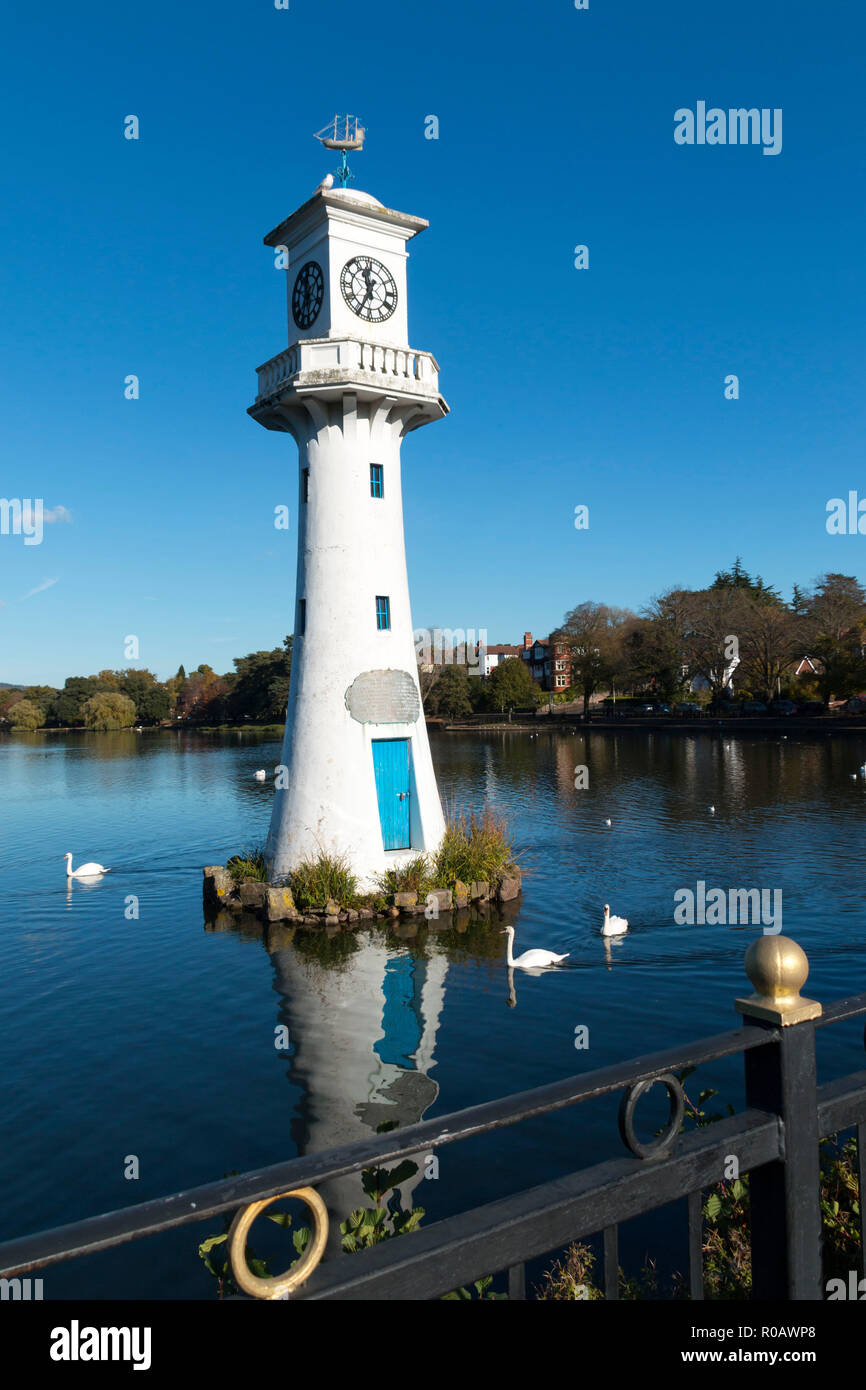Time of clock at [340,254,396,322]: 11:34
